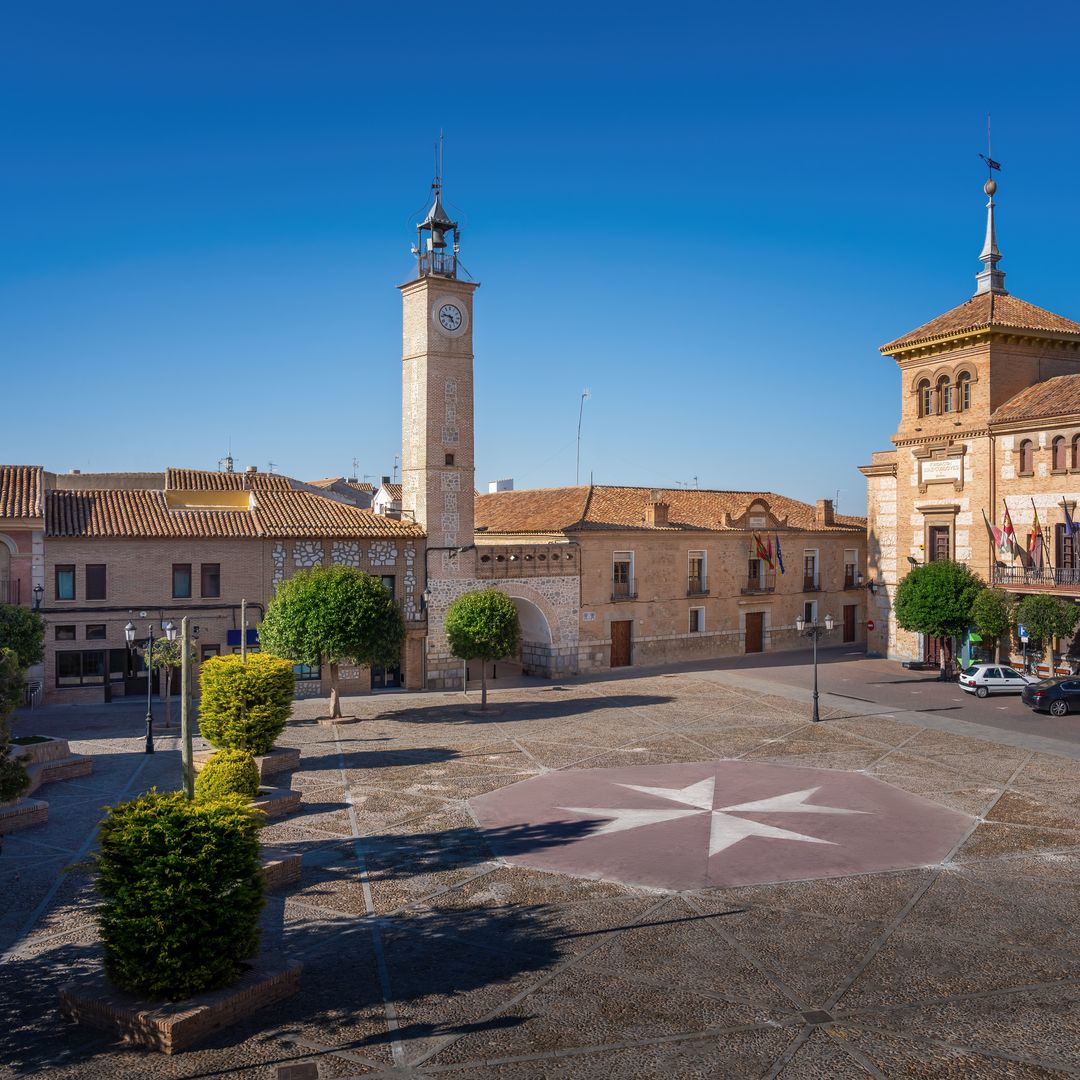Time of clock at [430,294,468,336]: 4:46
